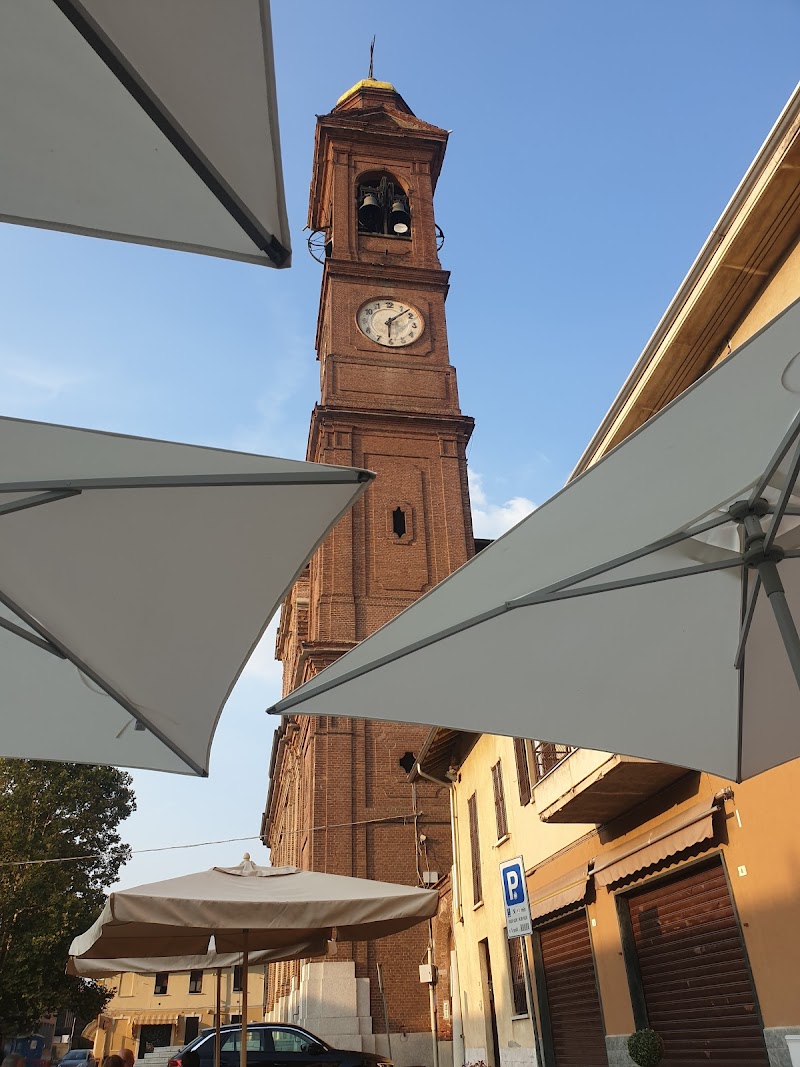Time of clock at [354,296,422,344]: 6:07
